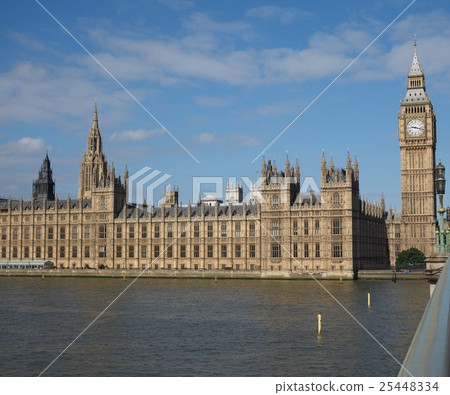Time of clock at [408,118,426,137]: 9:17
